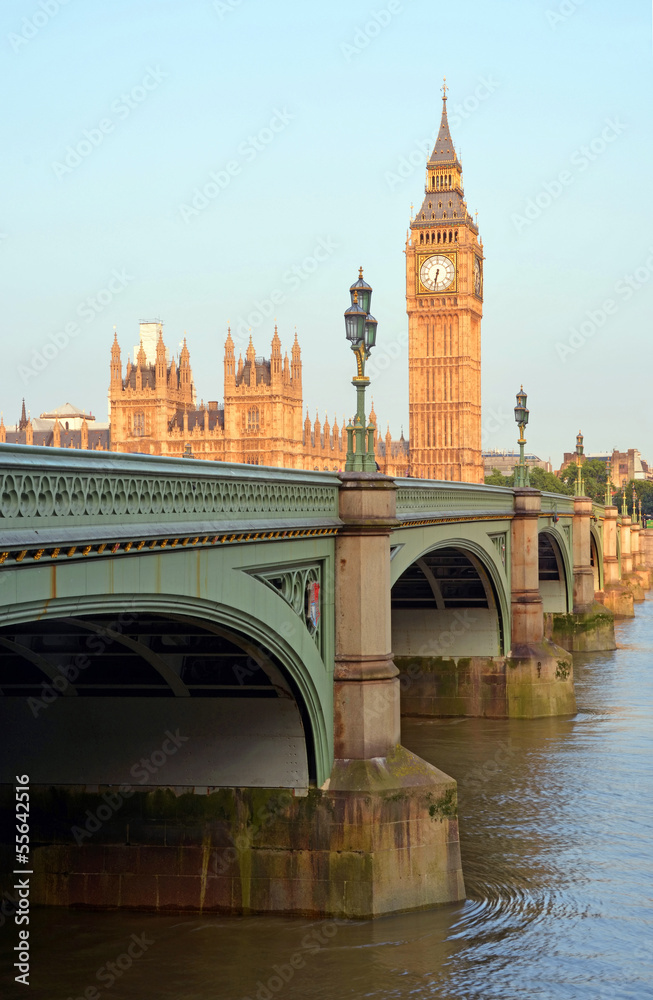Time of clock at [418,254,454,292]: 6:32
